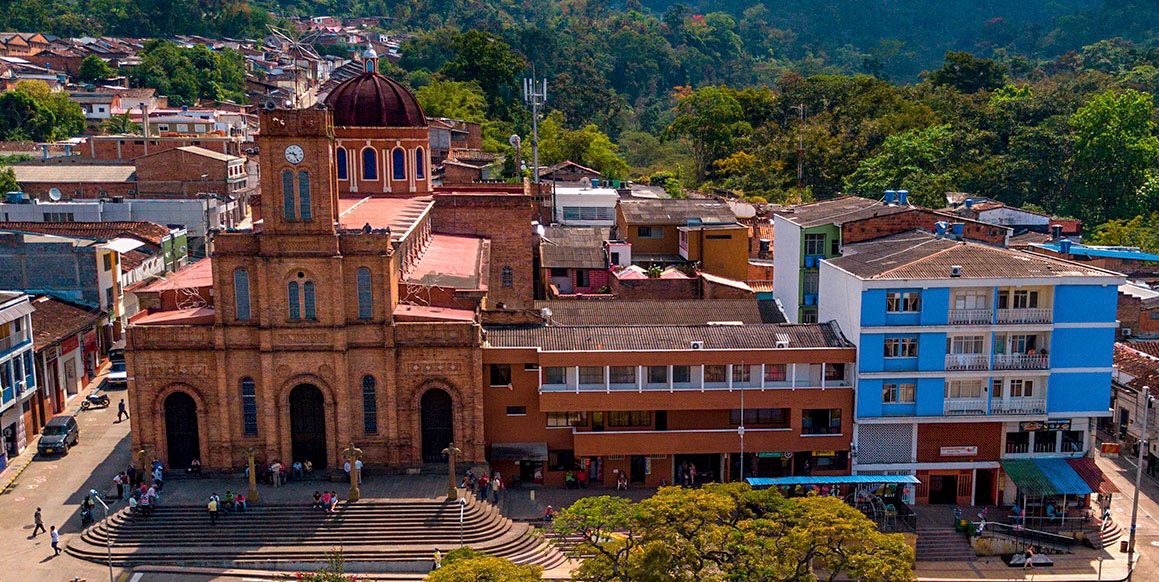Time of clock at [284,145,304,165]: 9:25
